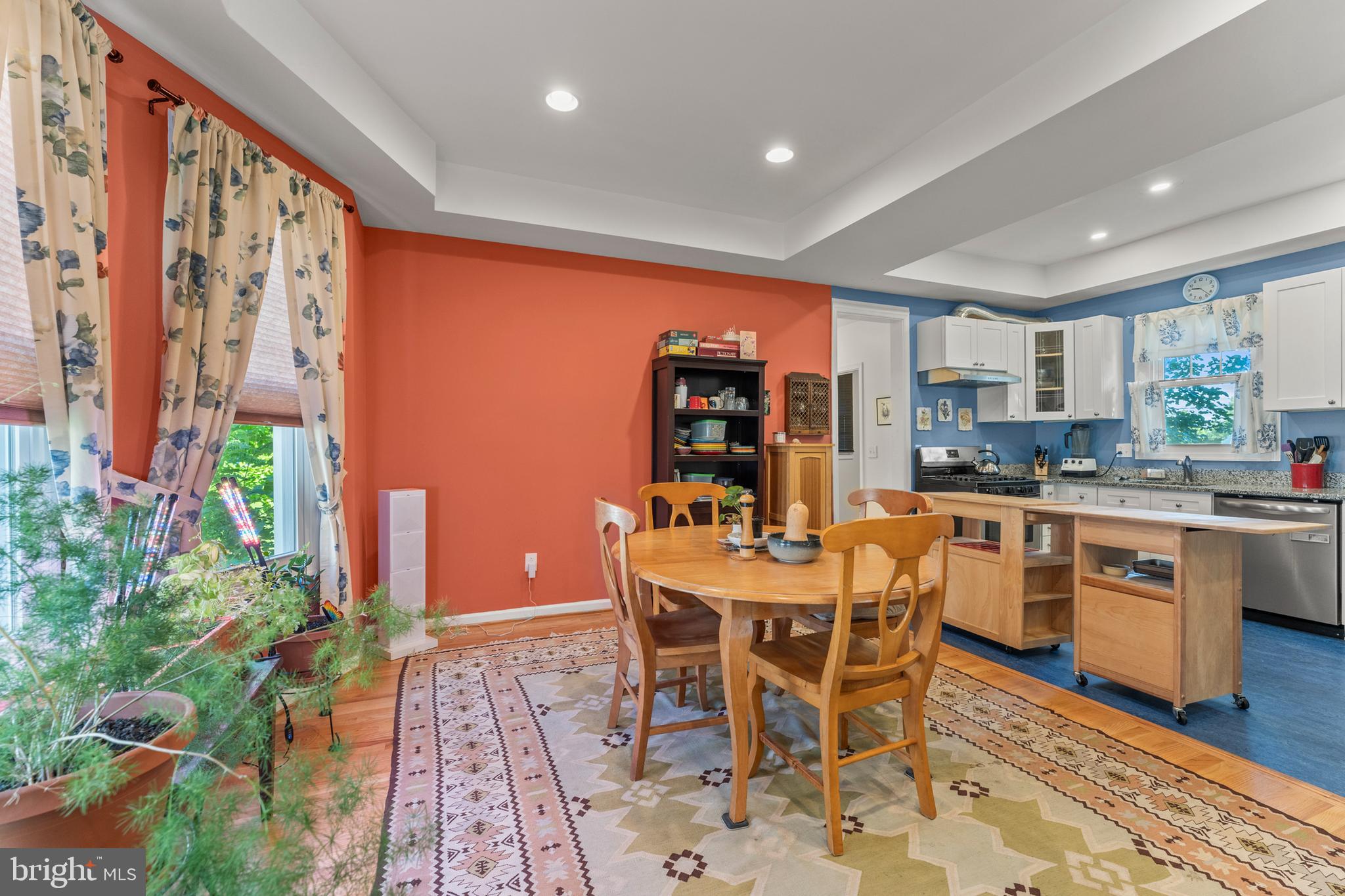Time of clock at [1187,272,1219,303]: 9:22
